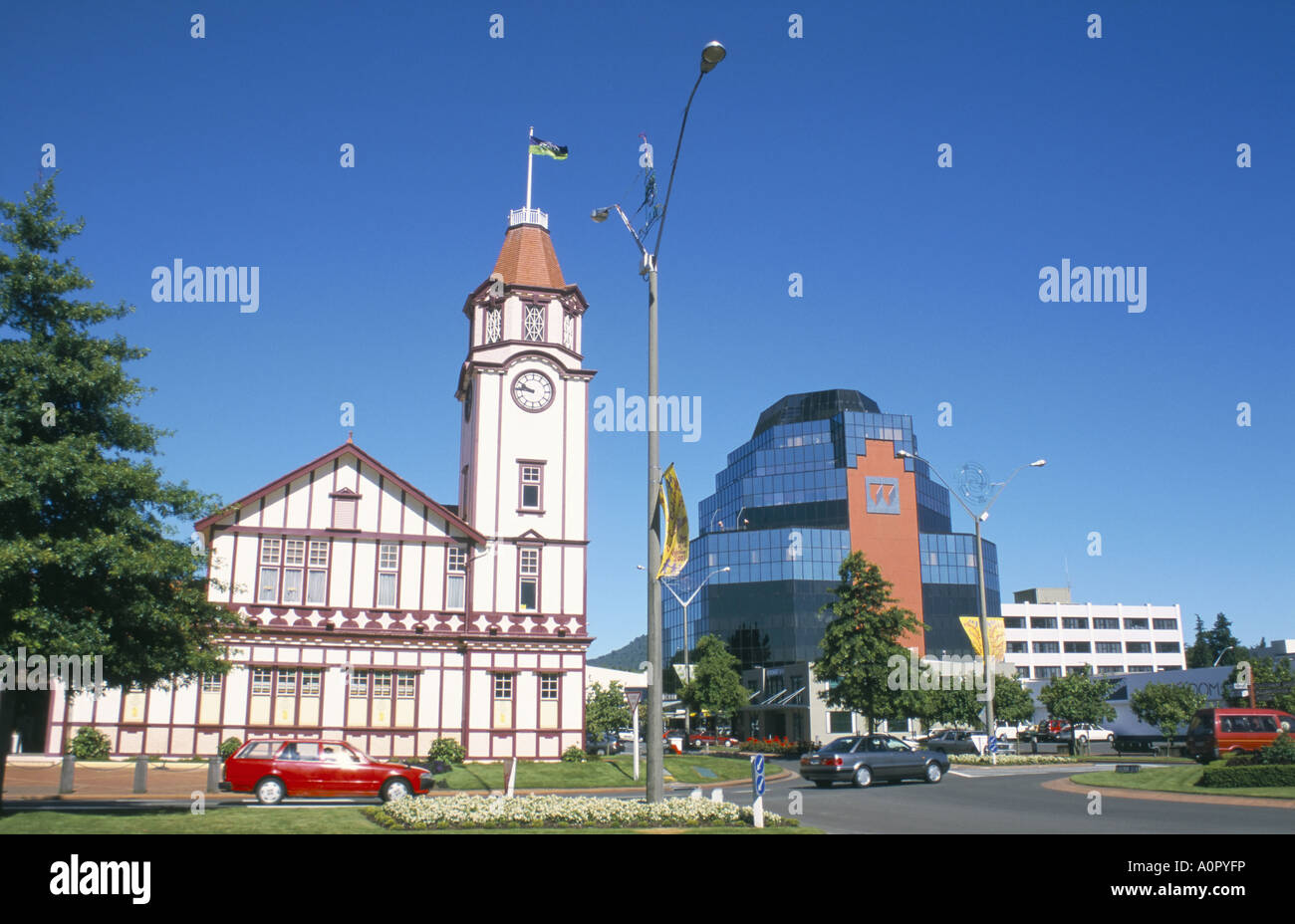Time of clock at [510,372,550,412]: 9:45
